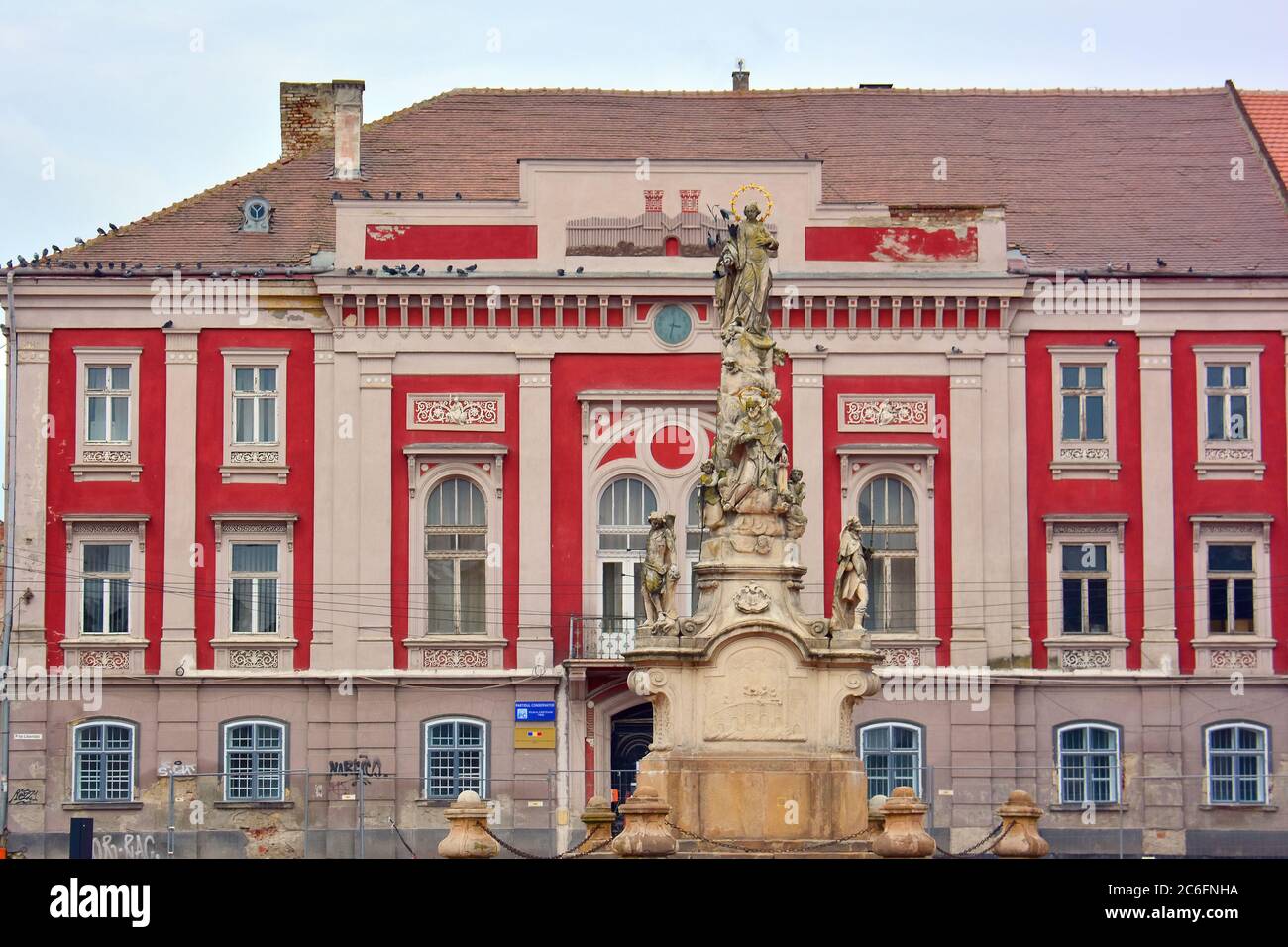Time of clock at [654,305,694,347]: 3:32
